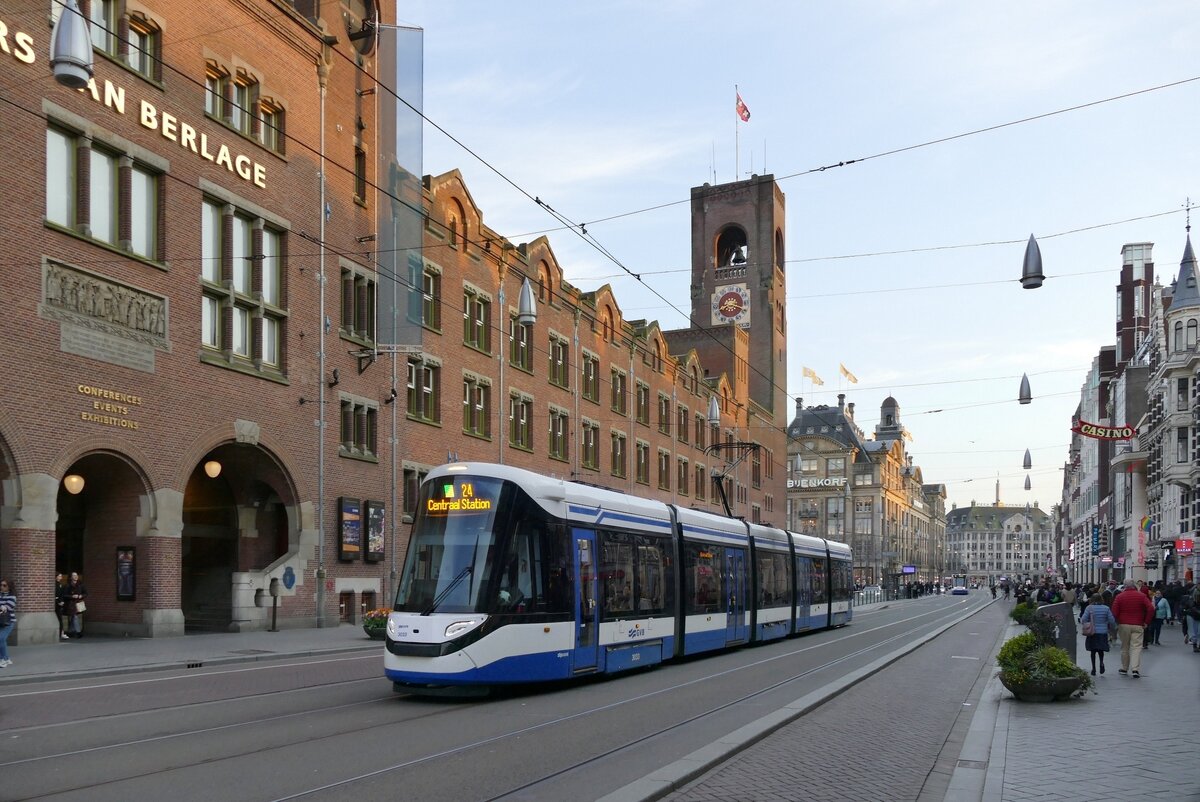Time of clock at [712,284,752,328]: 8:18
